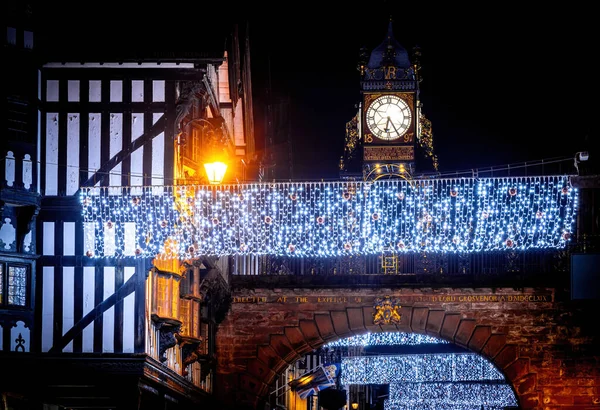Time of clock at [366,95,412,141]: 6:25
